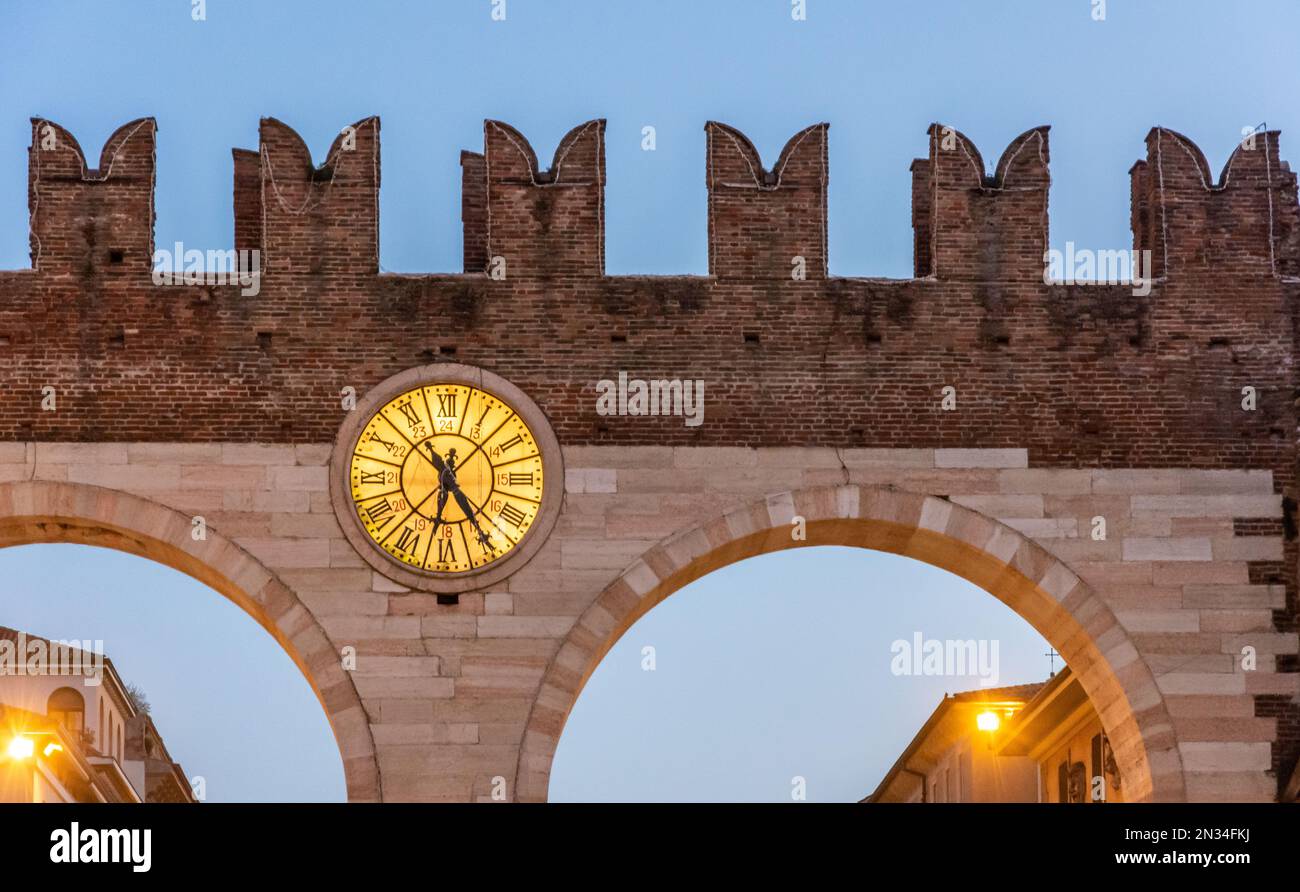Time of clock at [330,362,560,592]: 6:24
